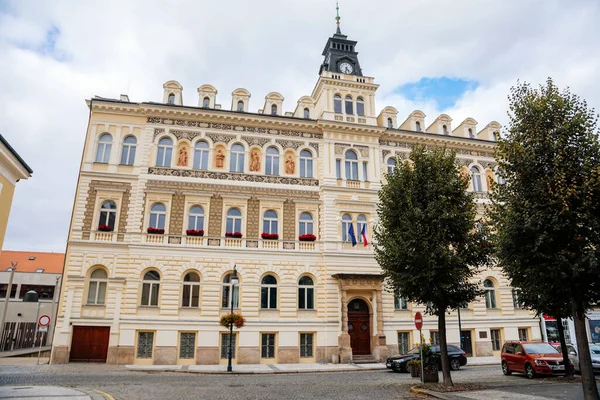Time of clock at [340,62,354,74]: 4:32
